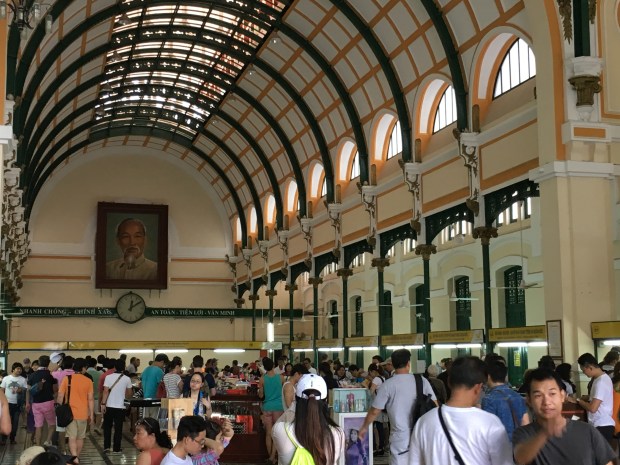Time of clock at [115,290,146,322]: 12:09
